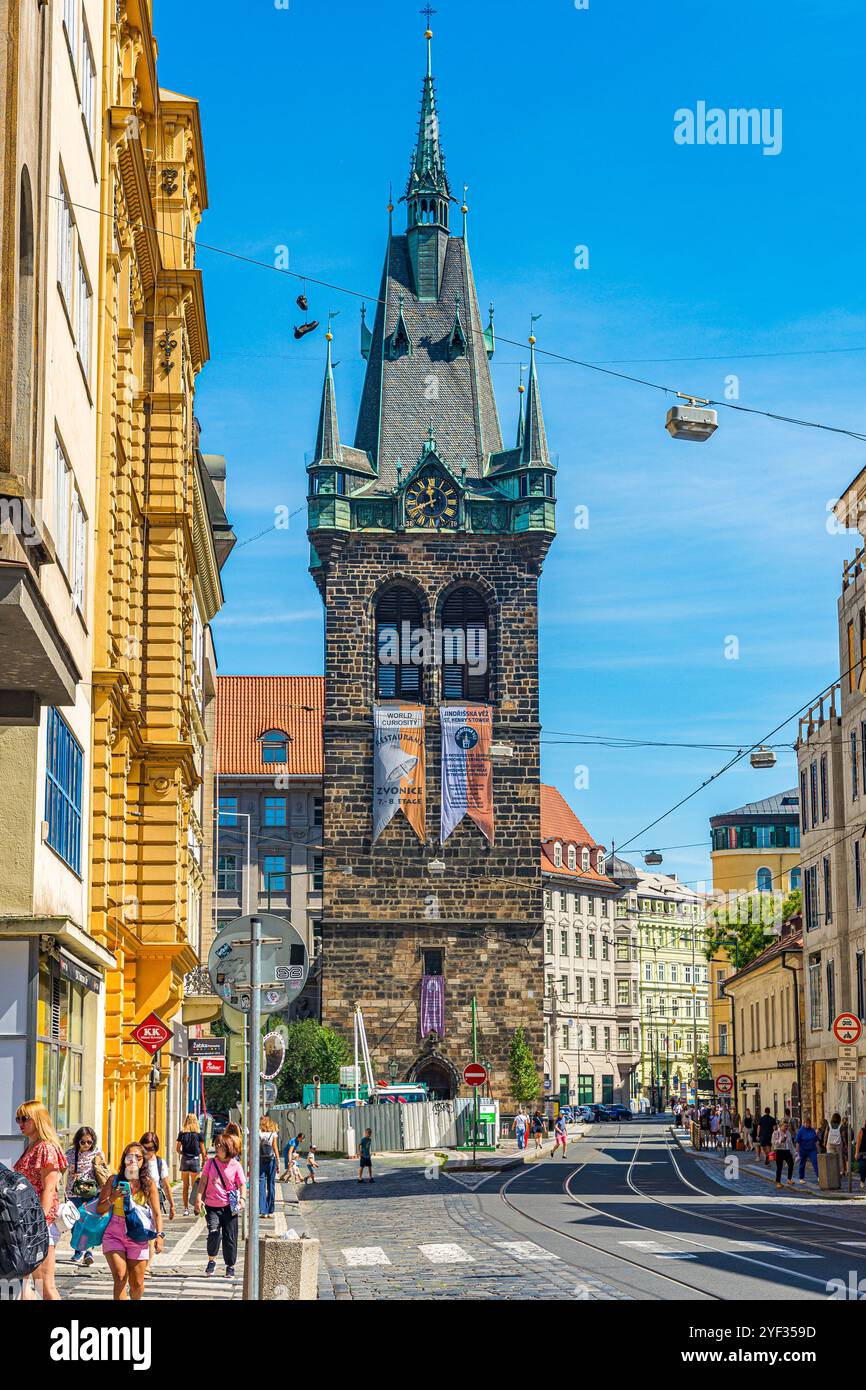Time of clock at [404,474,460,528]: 11:41
